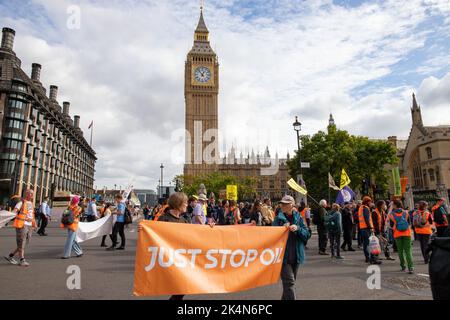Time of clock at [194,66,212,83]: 12:53
